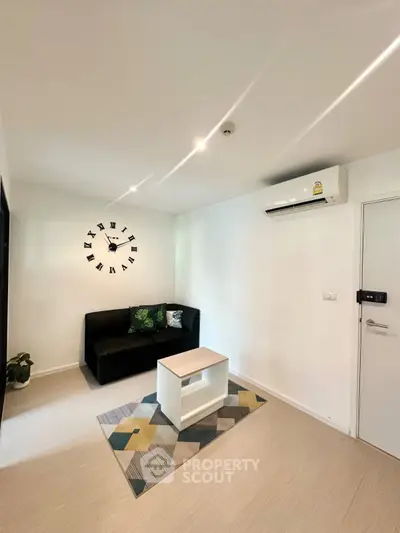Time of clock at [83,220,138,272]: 11:10
